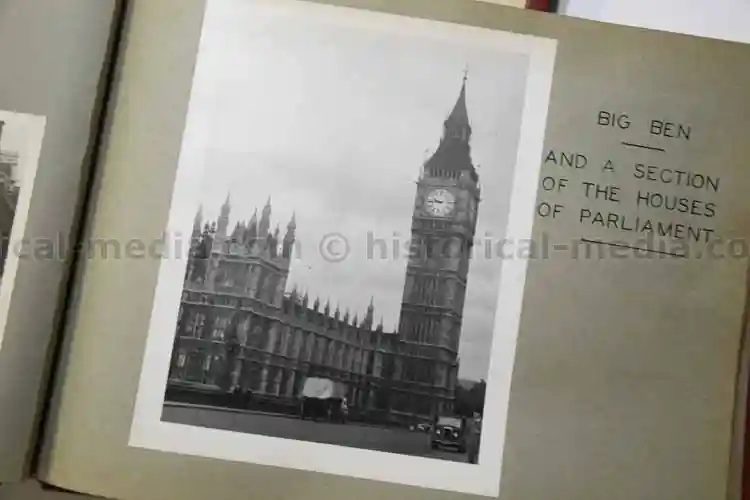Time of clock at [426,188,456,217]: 9:44
